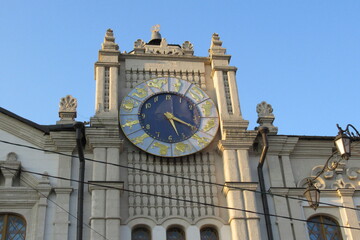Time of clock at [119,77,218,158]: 5:19
